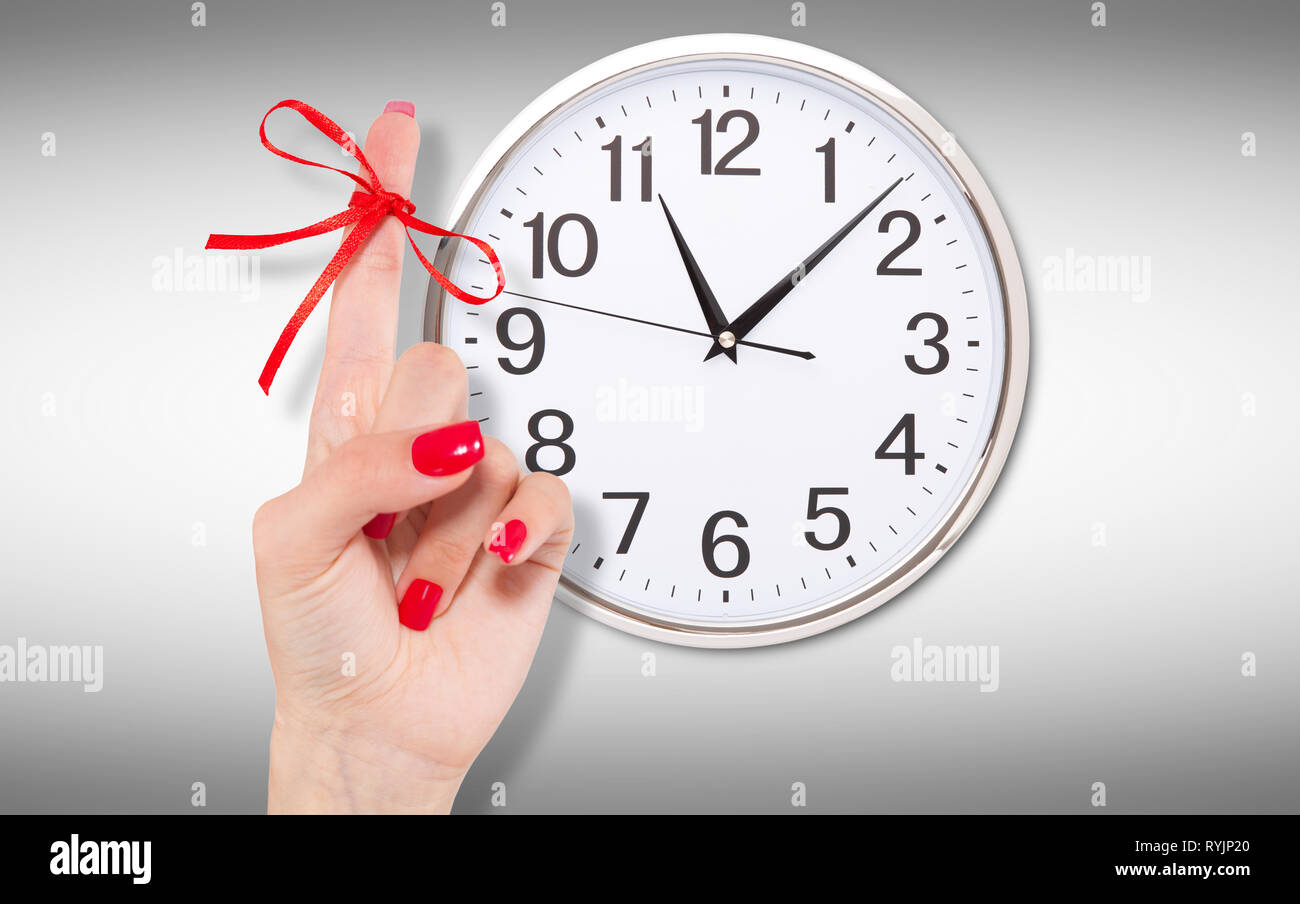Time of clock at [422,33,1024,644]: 11:07
